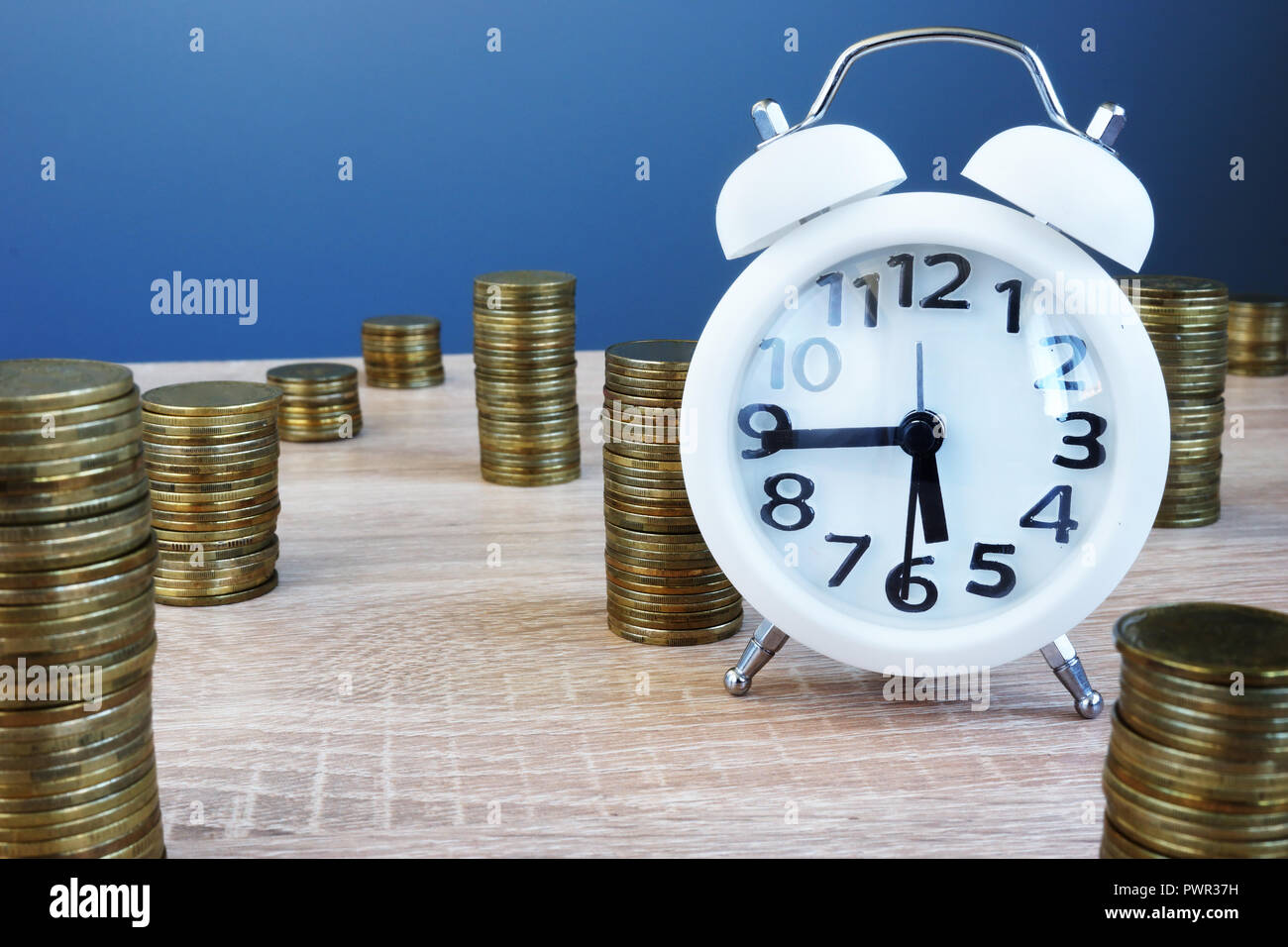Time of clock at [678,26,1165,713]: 5:44
